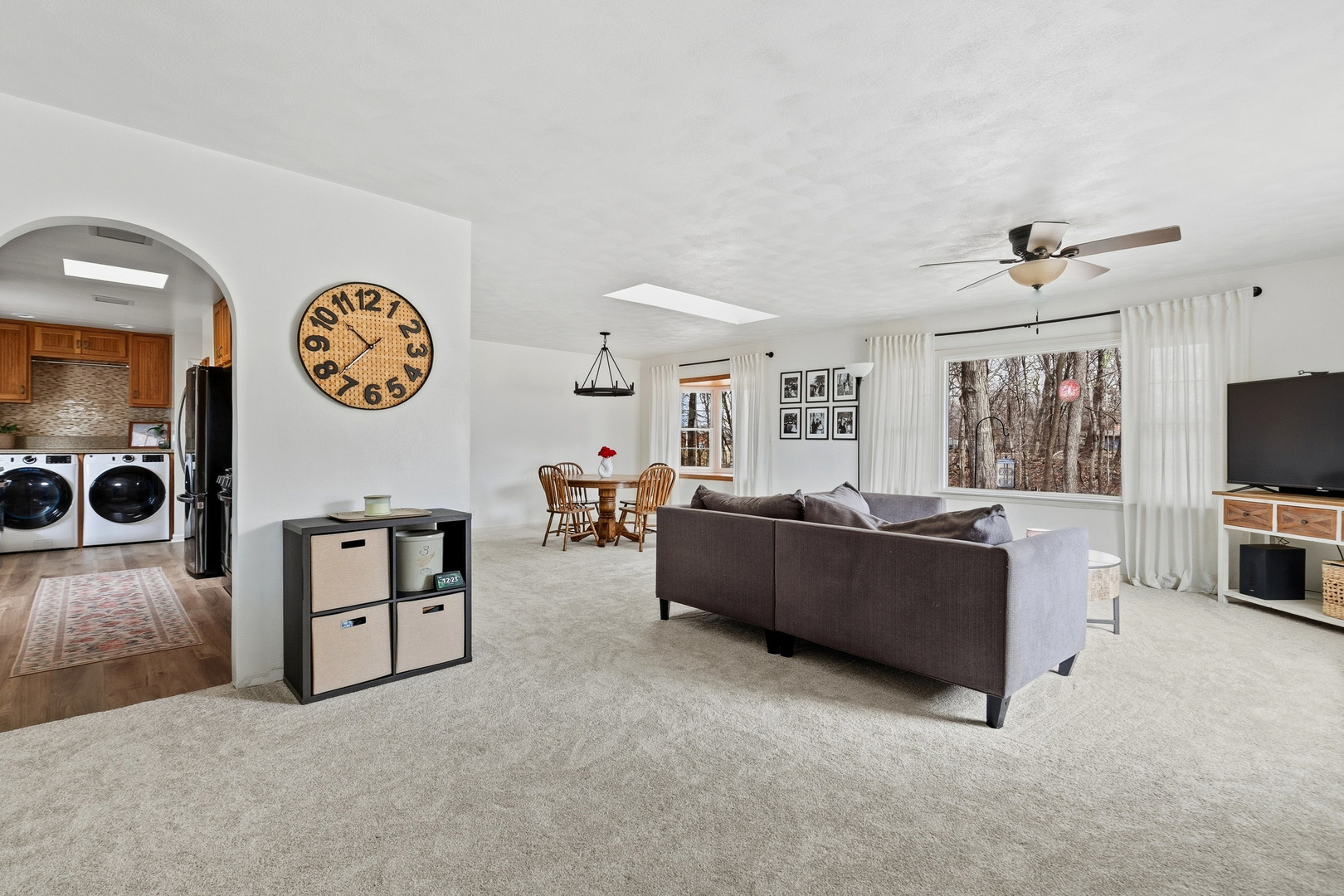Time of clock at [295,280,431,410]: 10:37
